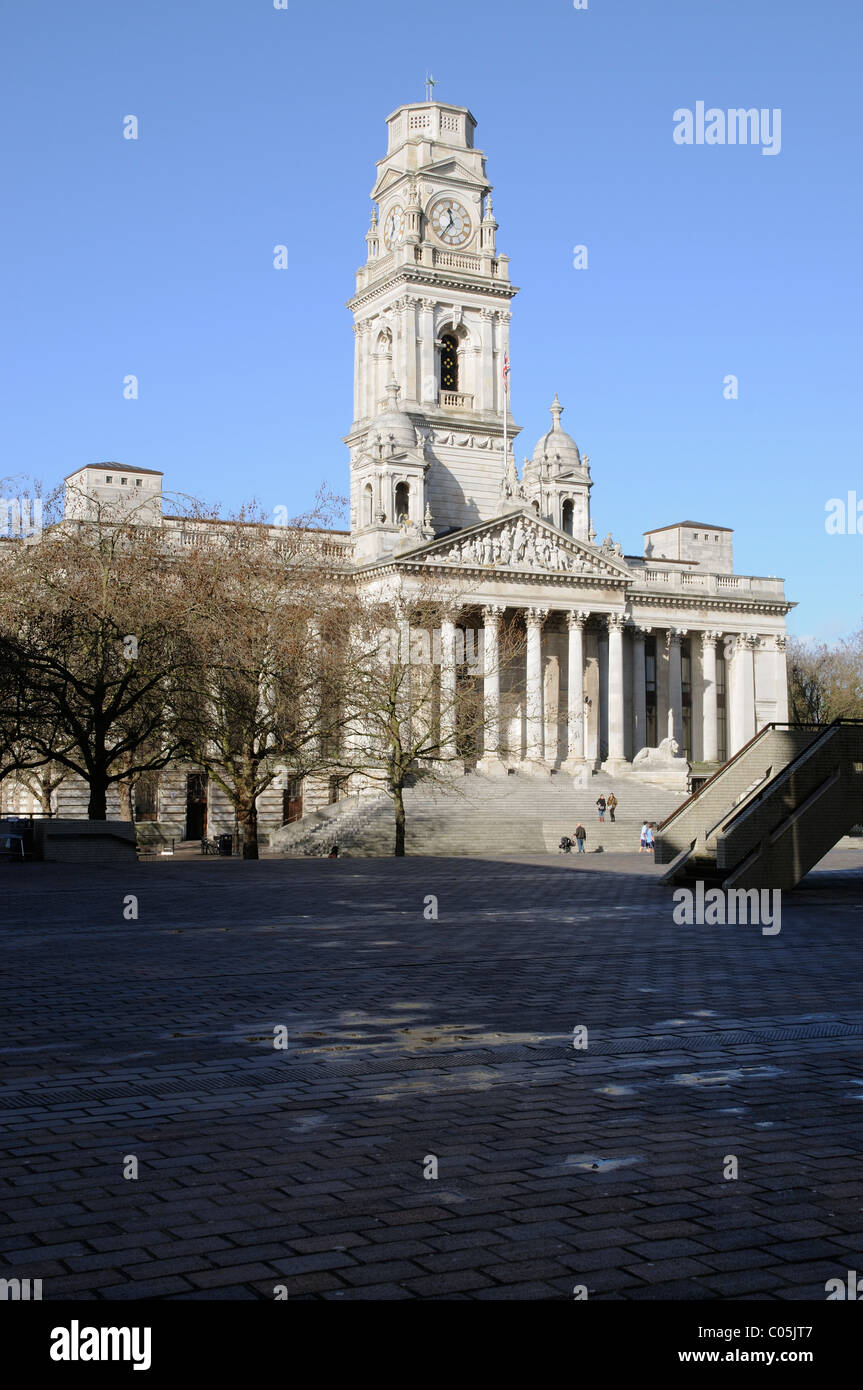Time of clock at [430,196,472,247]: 11:36
